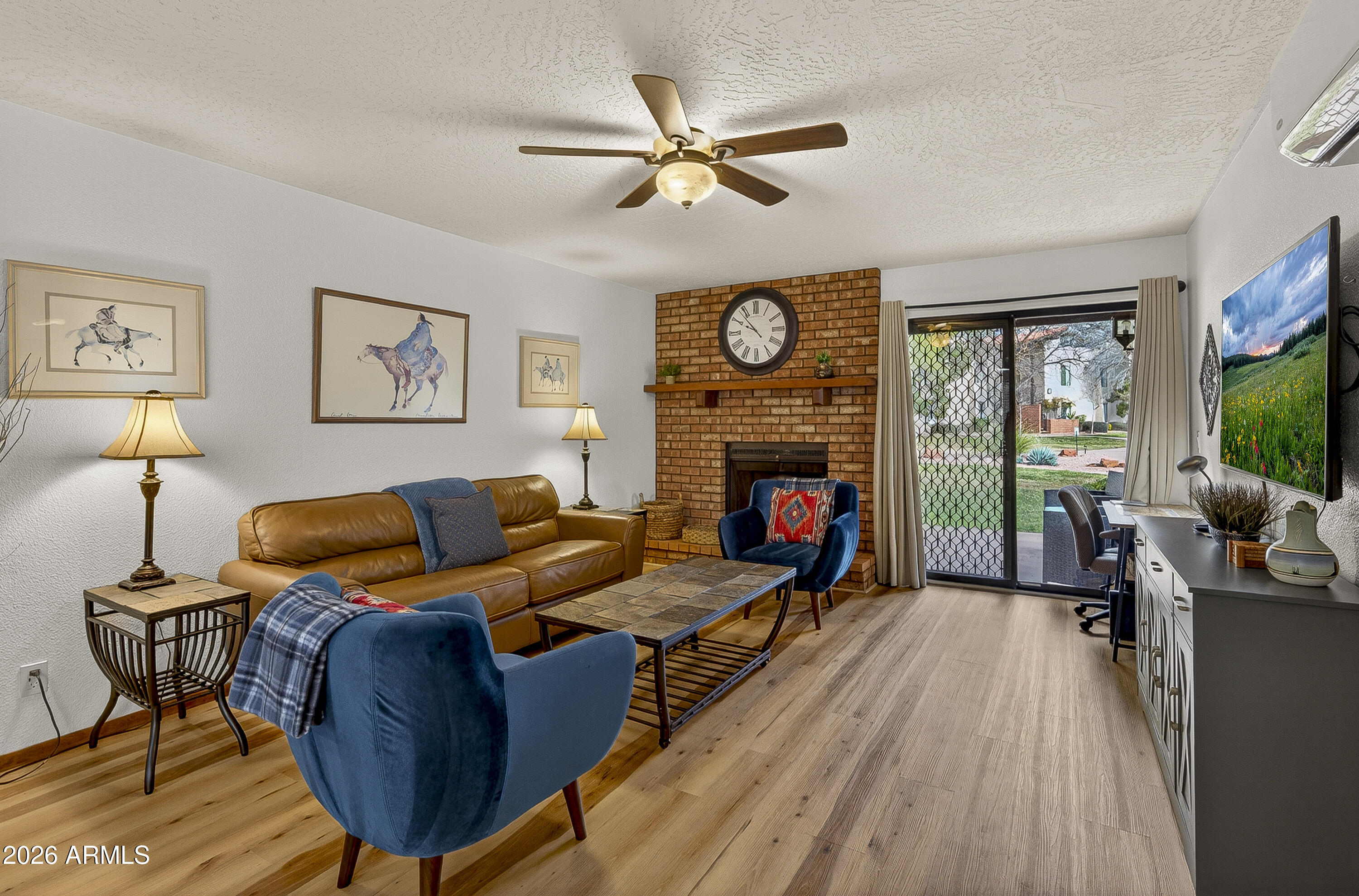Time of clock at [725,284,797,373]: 9:53
